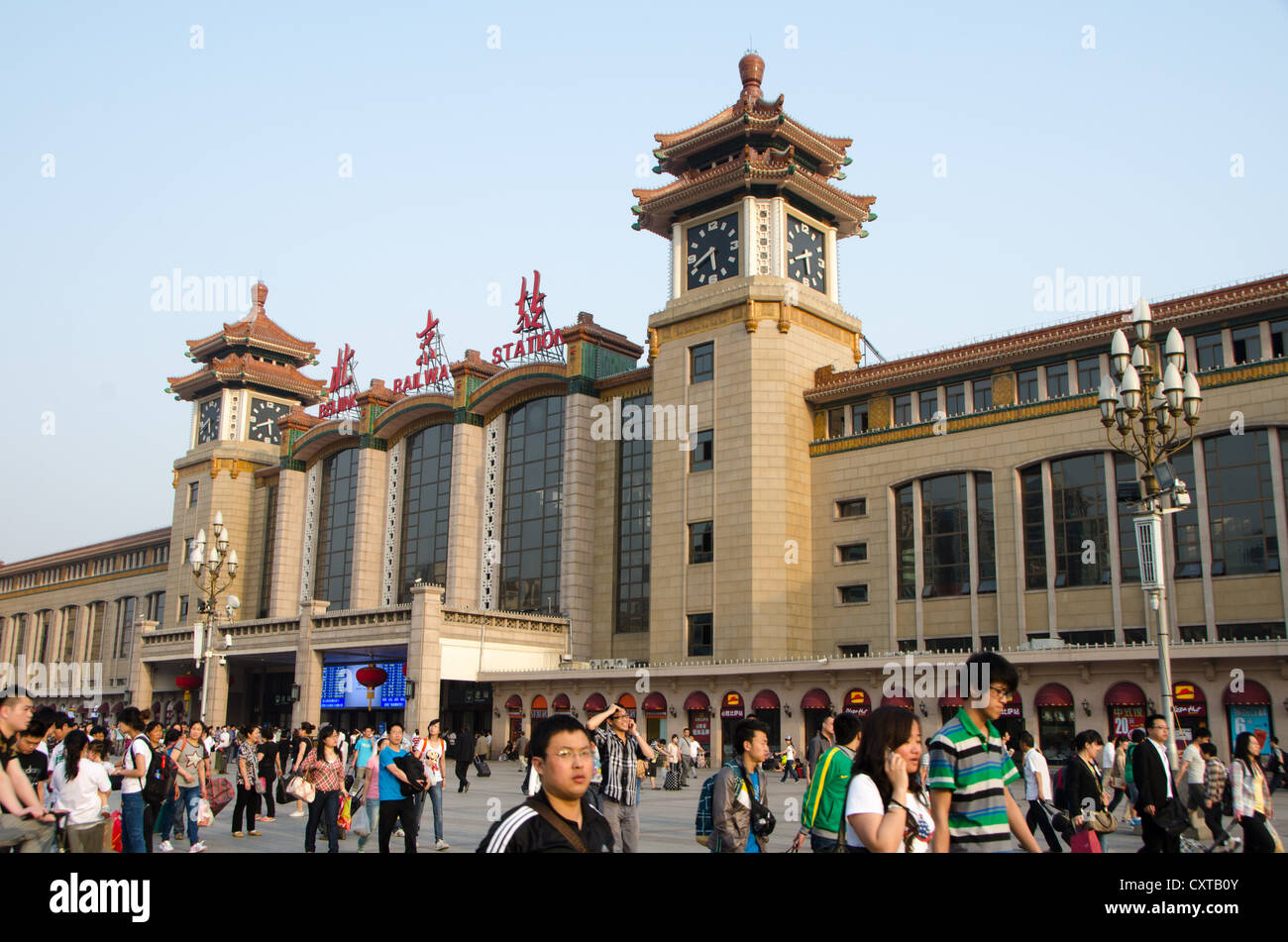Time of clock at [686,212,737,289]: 5:40
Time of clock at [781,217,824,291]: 5:40
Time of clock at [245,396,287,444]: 5:40
